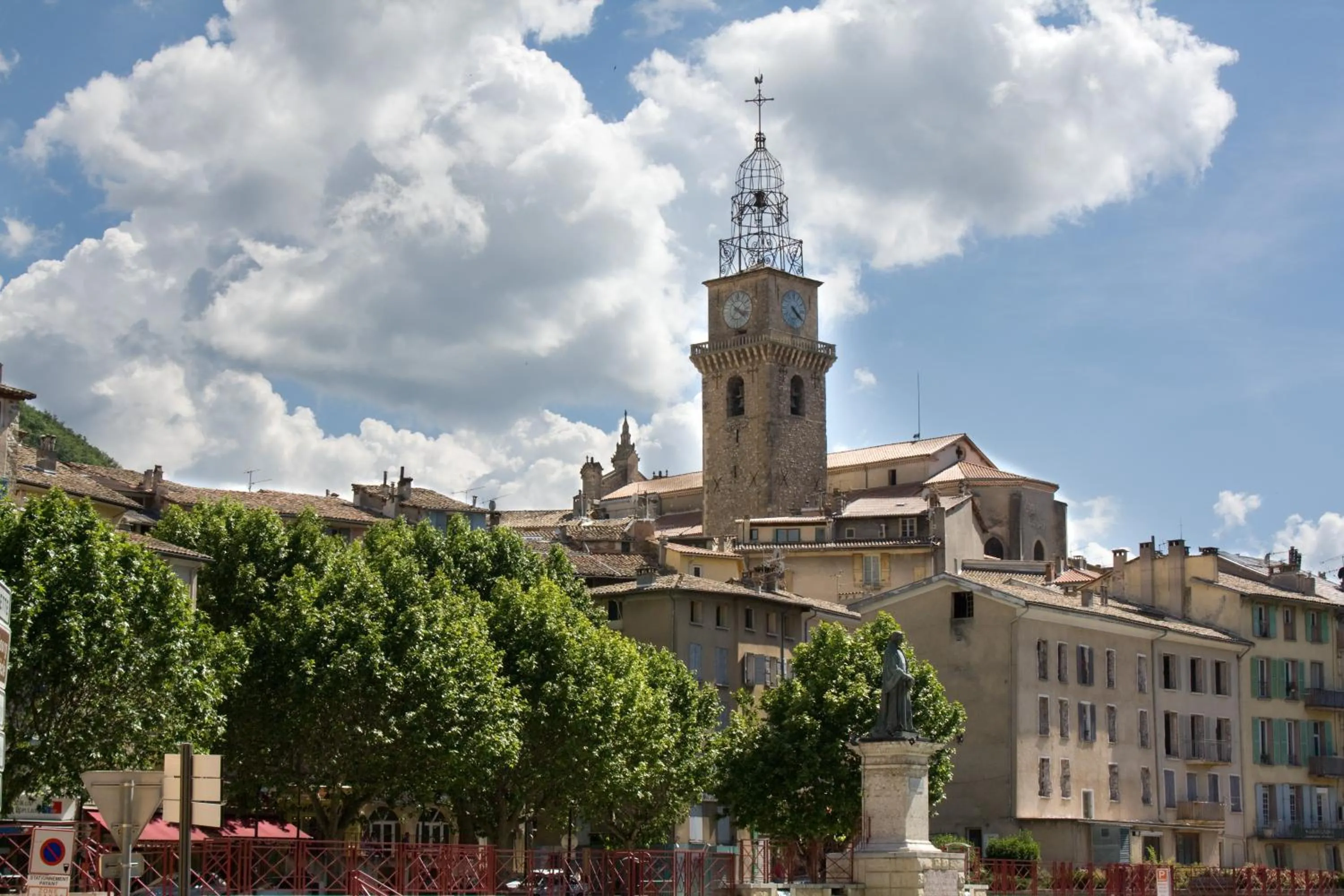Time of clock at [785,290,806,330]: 4:21
